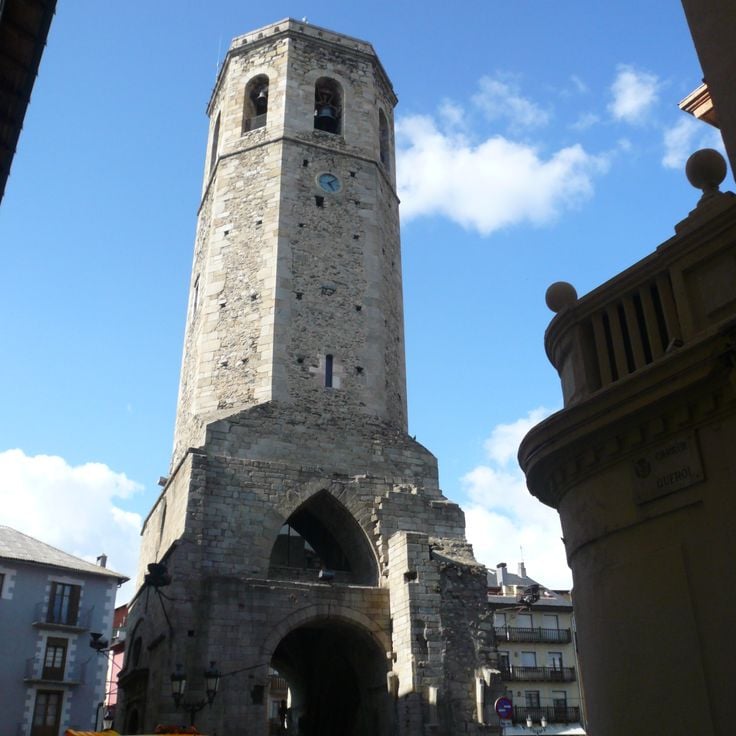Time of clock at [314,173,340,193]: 5:08
